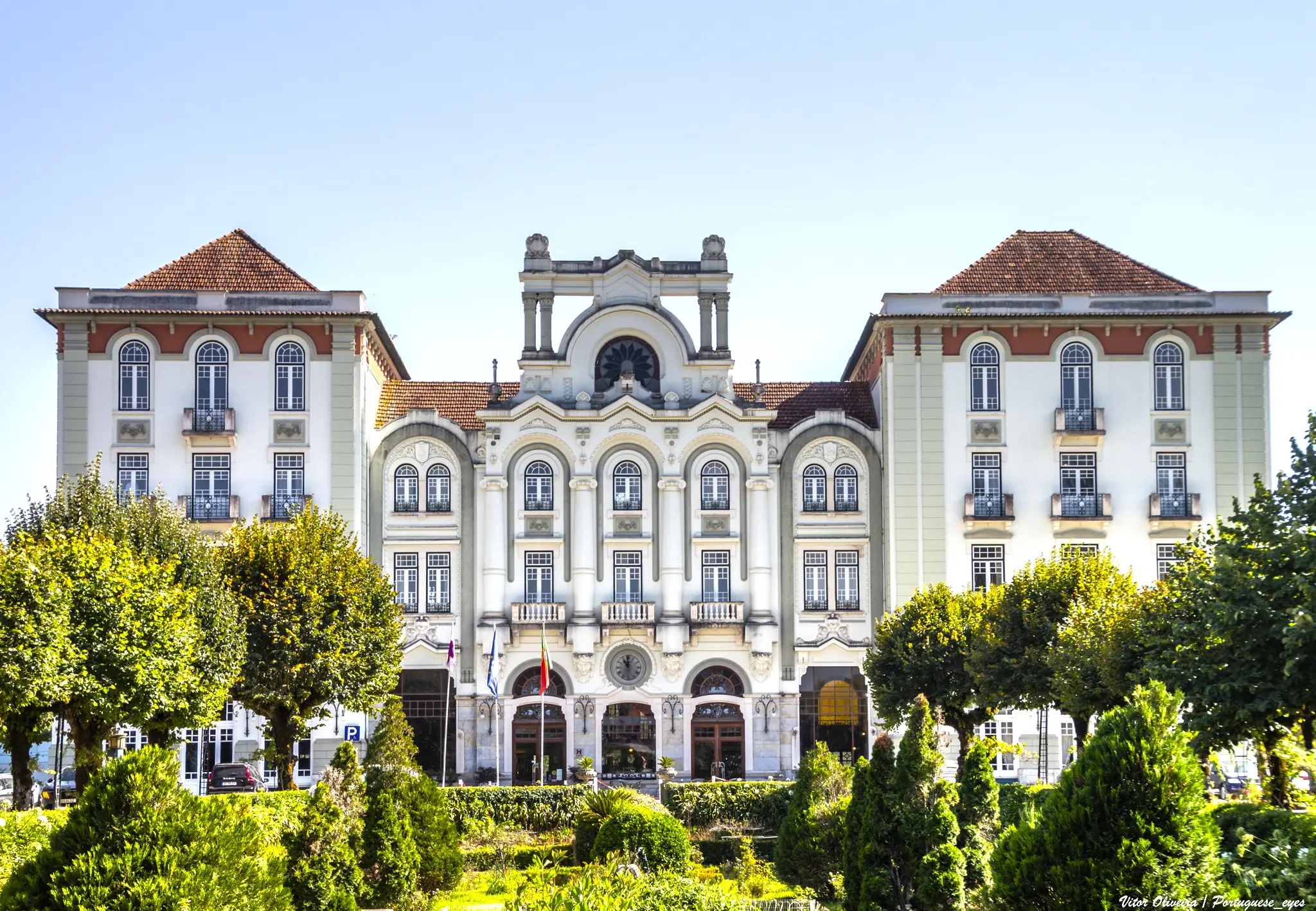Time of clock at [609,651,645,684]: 10:59
